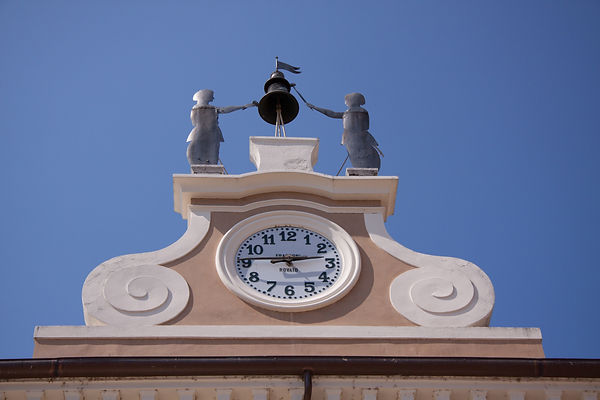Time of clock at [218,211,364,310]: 9:12
